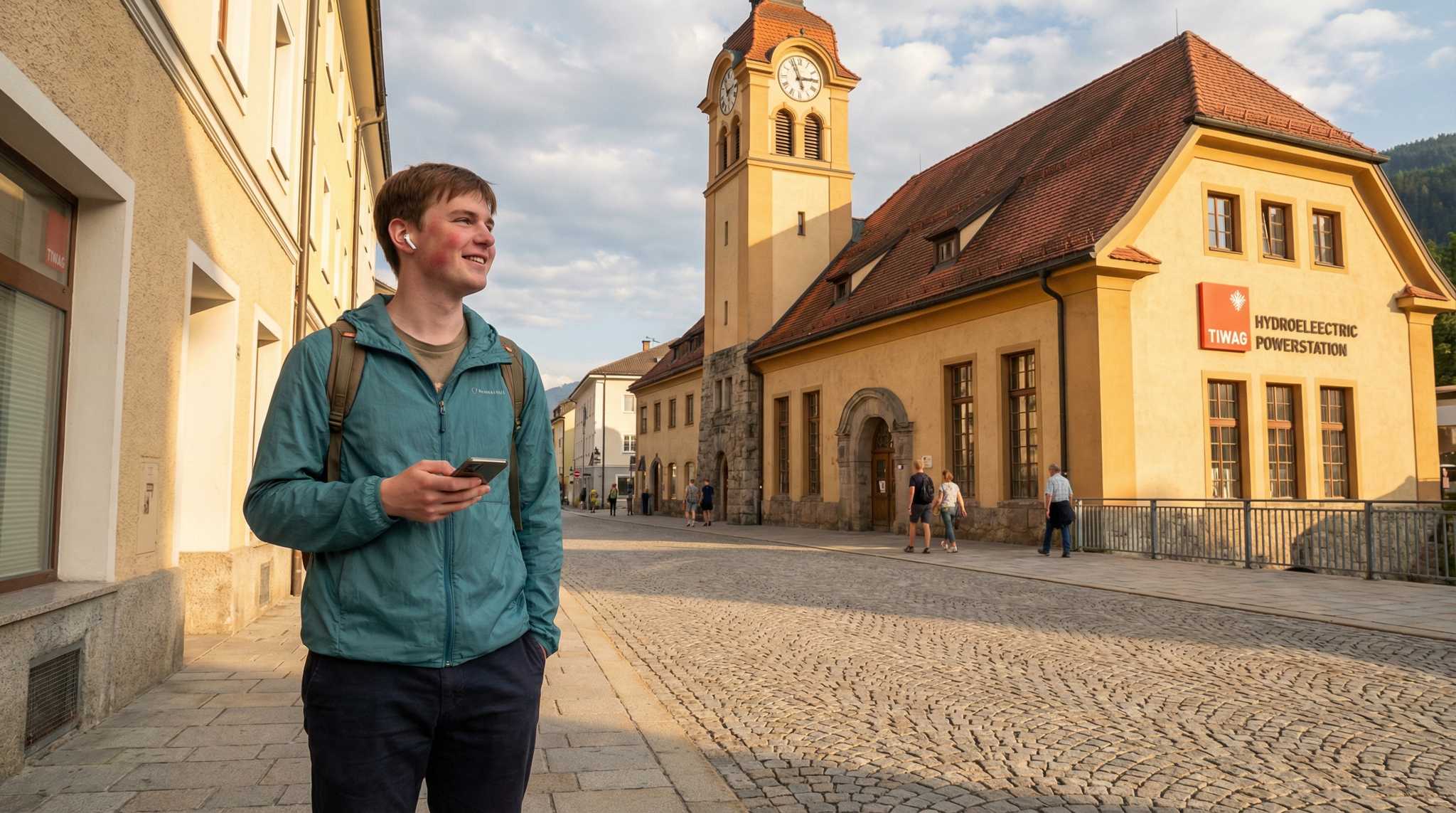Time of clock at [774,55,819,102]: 2:56
